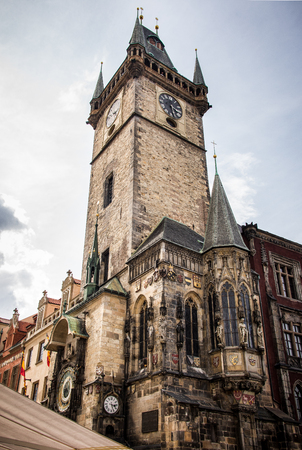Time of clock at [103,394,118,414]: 3:26
